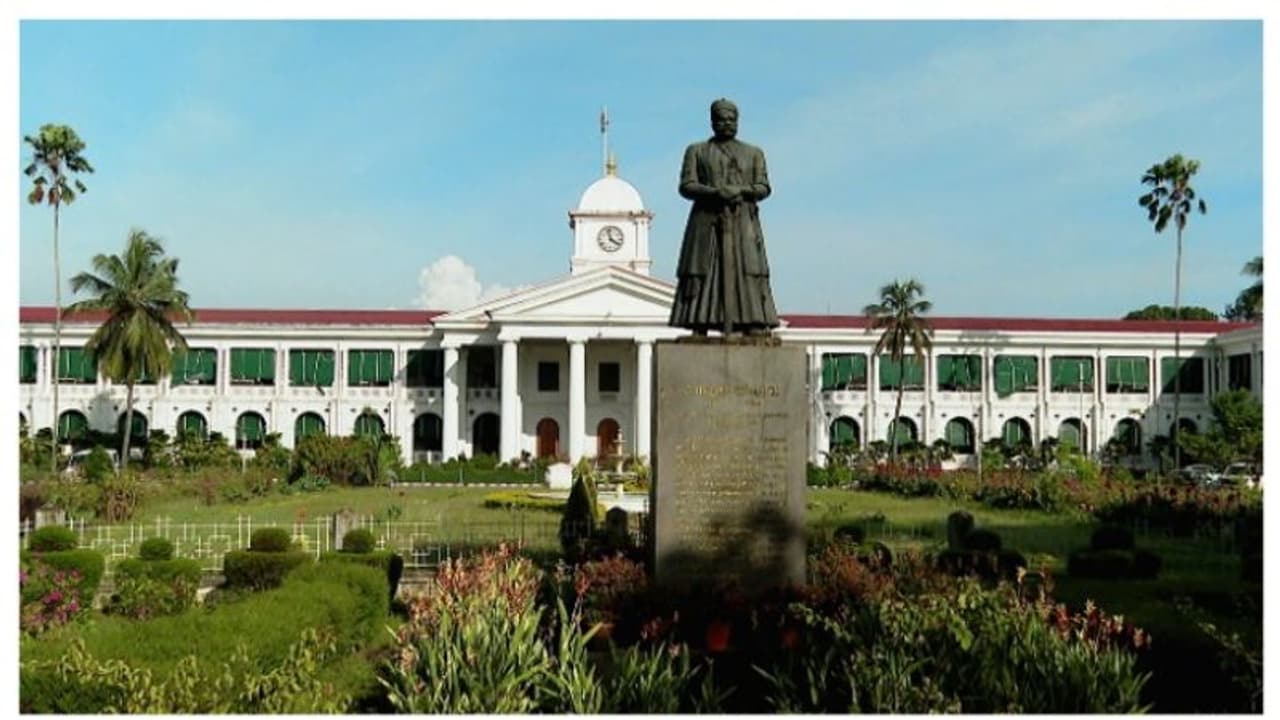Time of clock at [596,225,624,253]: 3:58
